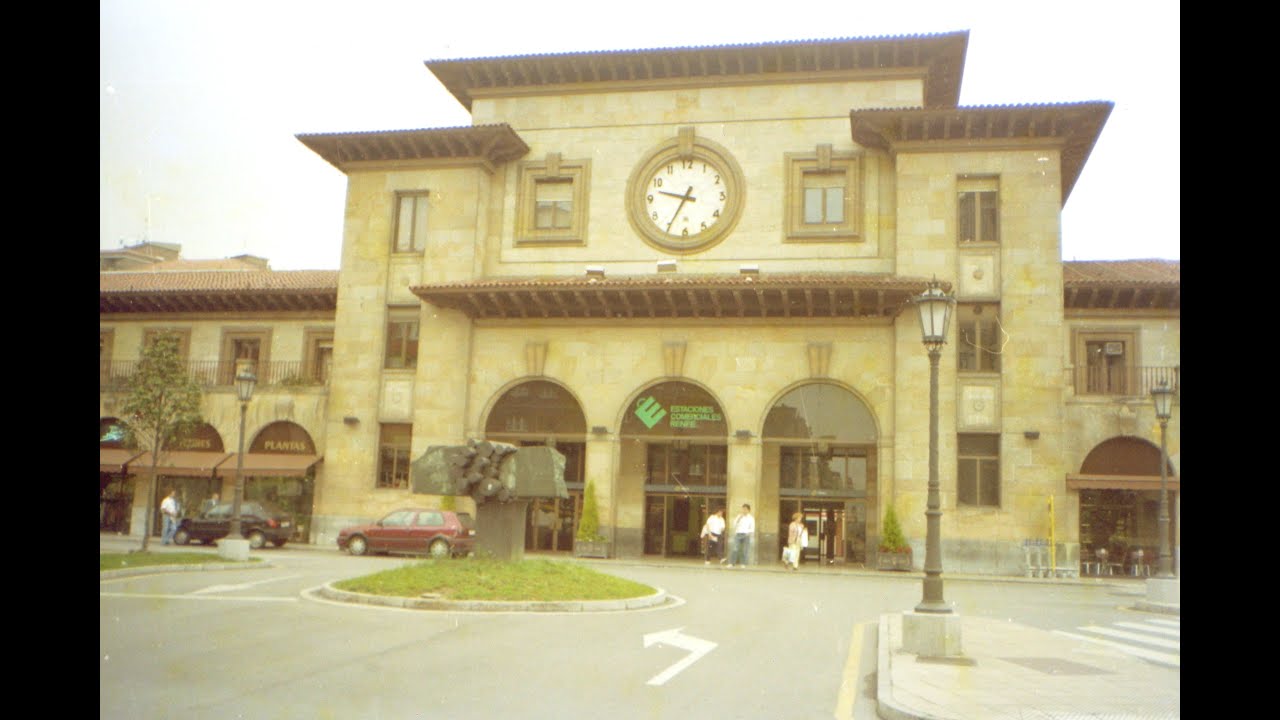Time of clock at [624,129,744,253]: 9:34
